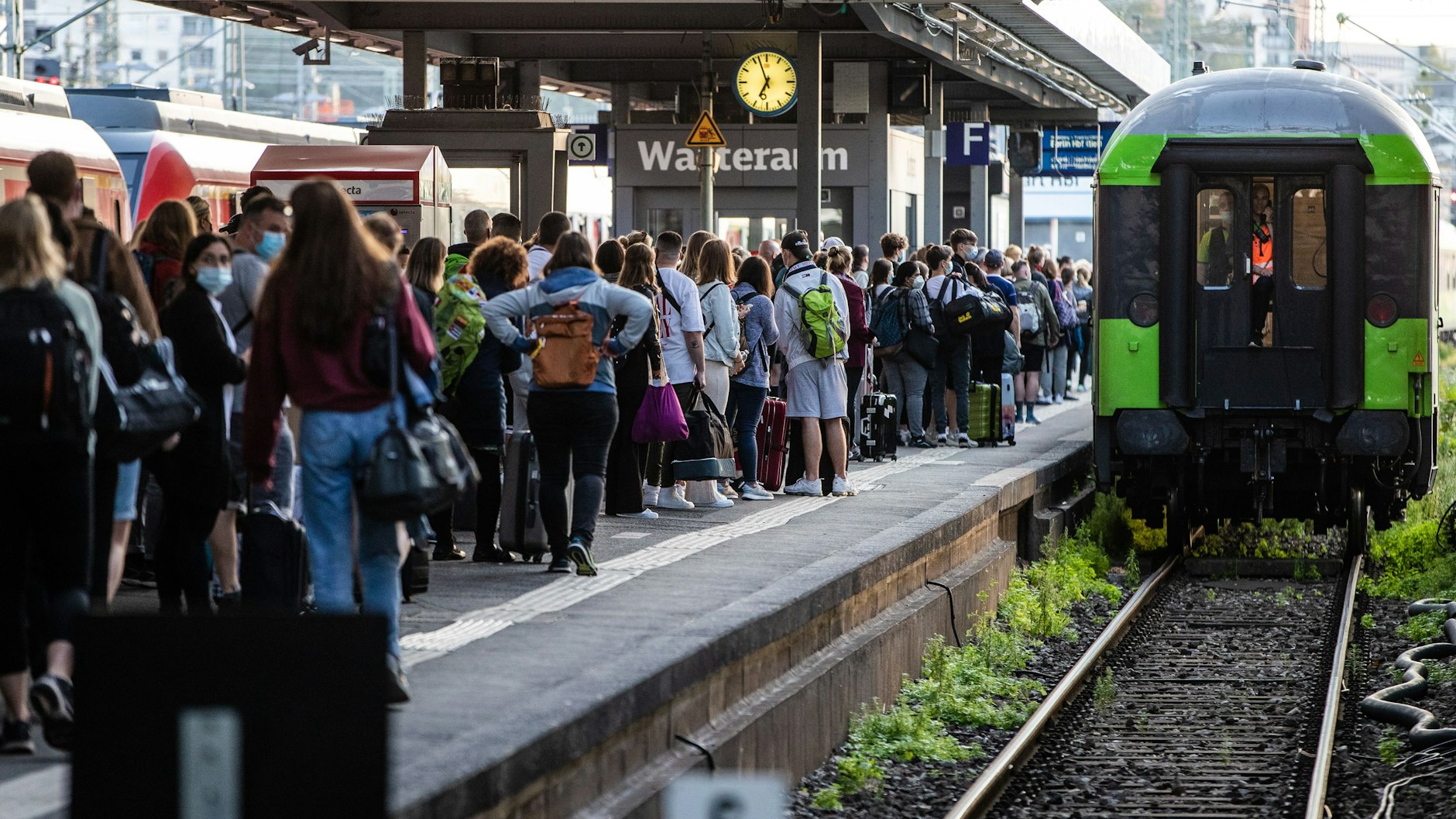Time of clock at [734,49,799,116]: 6:56
